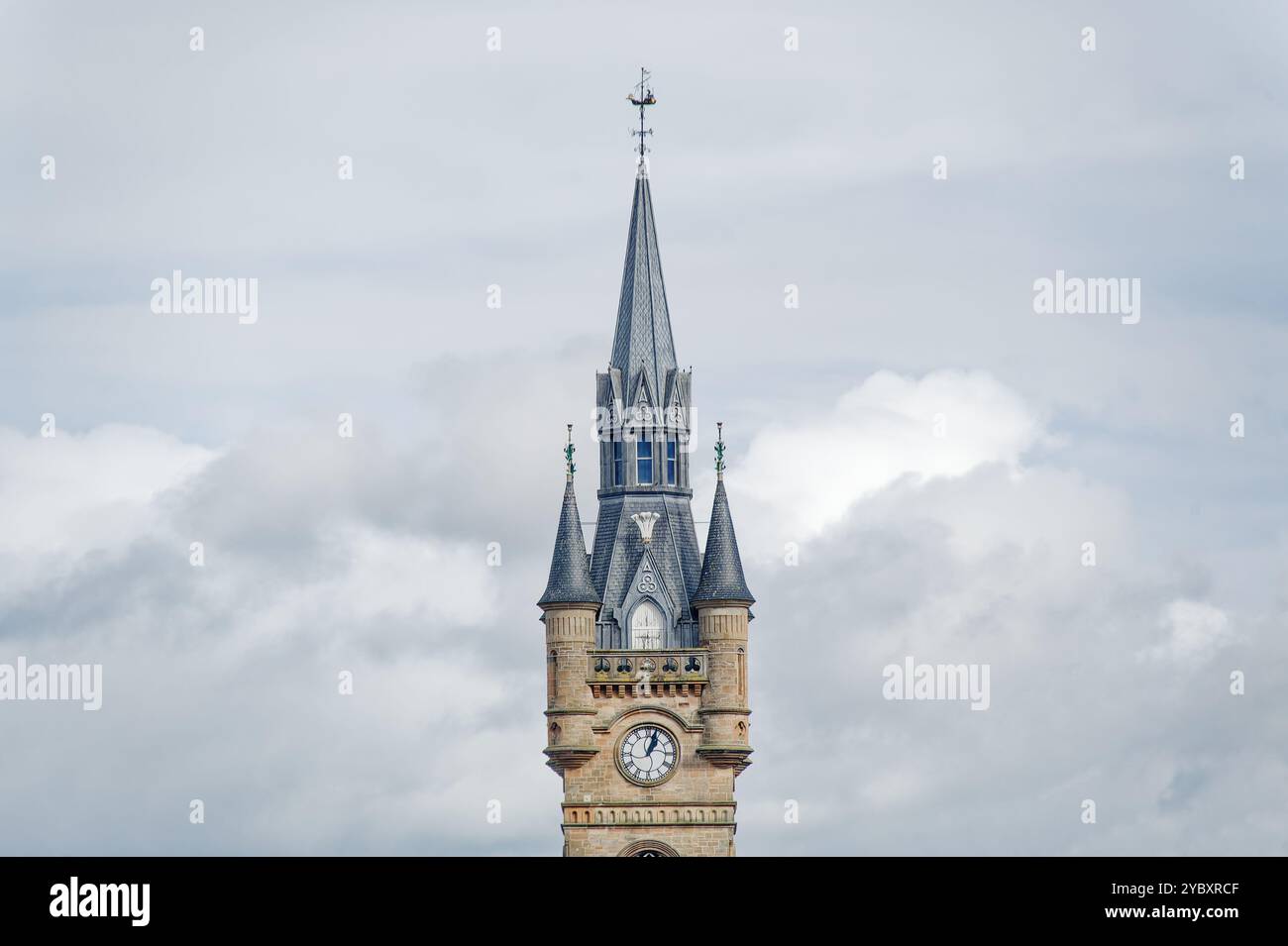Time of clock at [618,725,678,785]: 1:03
